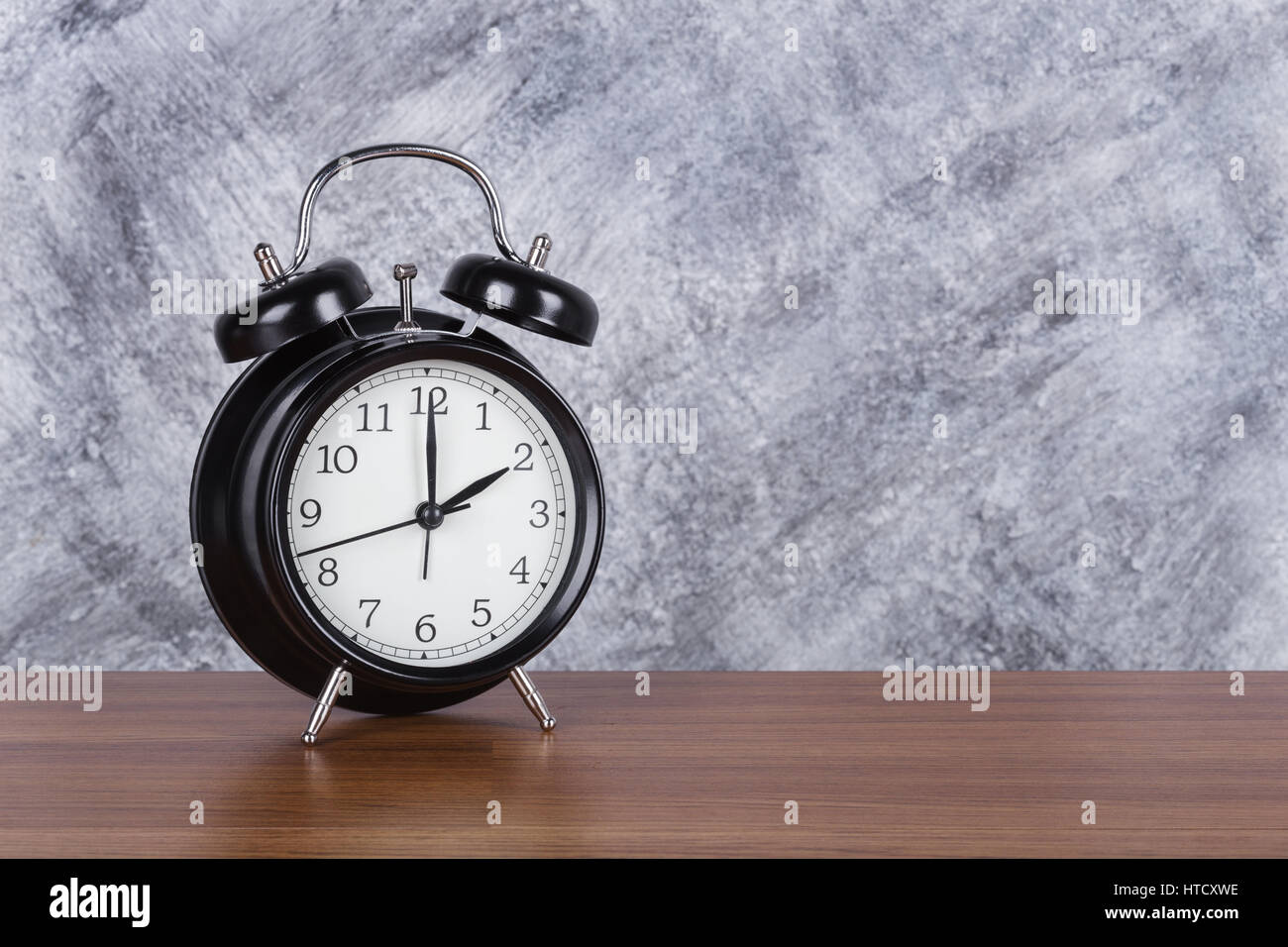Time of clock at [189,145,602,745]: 2:00
